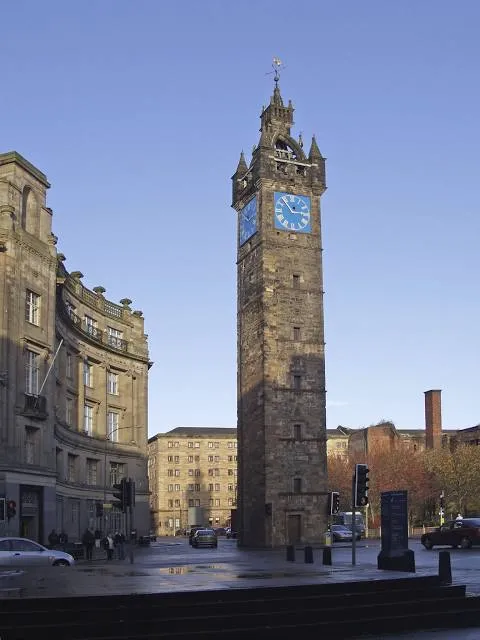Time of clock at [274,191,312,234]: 2:53
